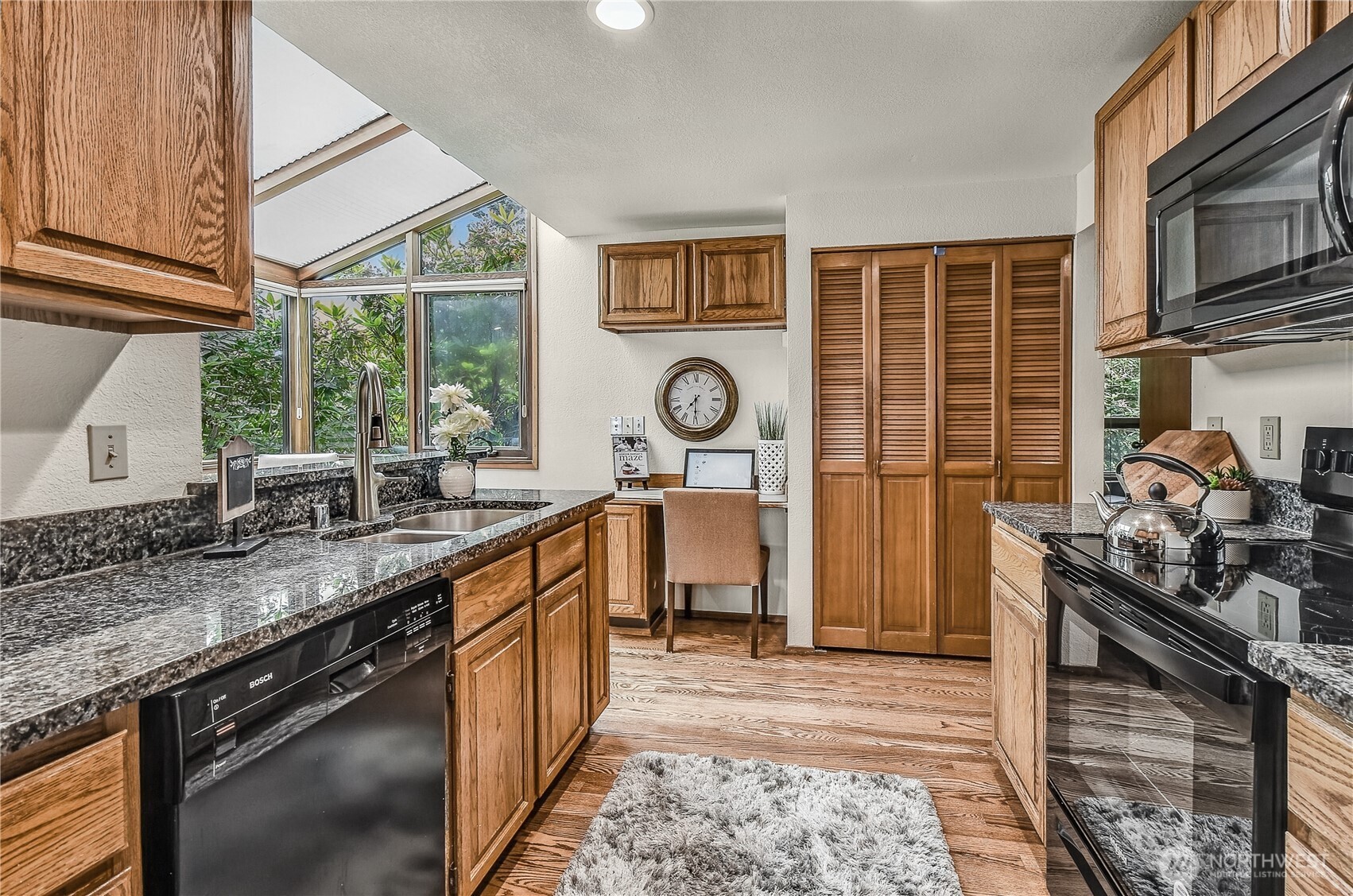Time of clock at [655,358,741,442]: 7:30
